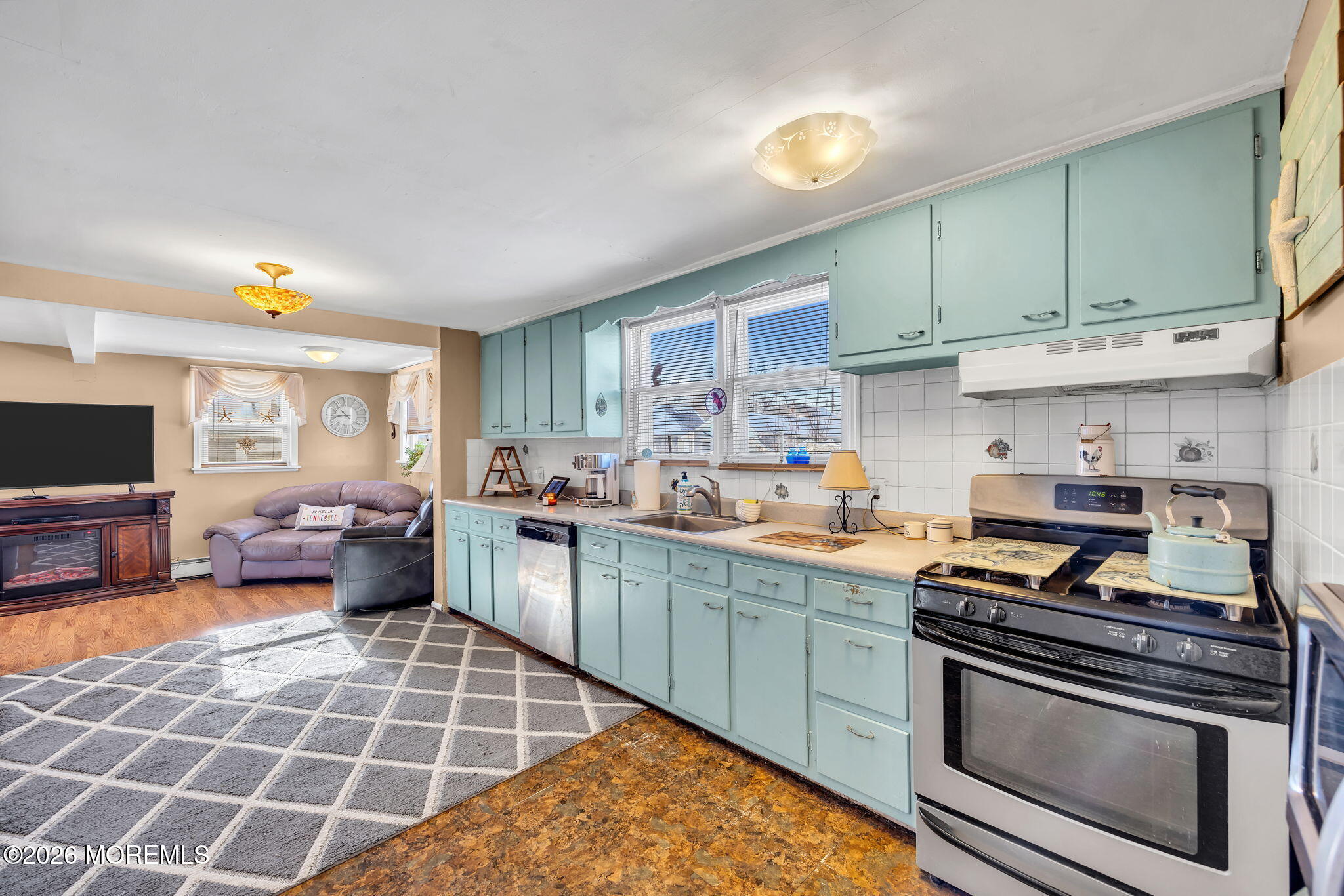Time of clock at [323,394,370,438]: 10:45
